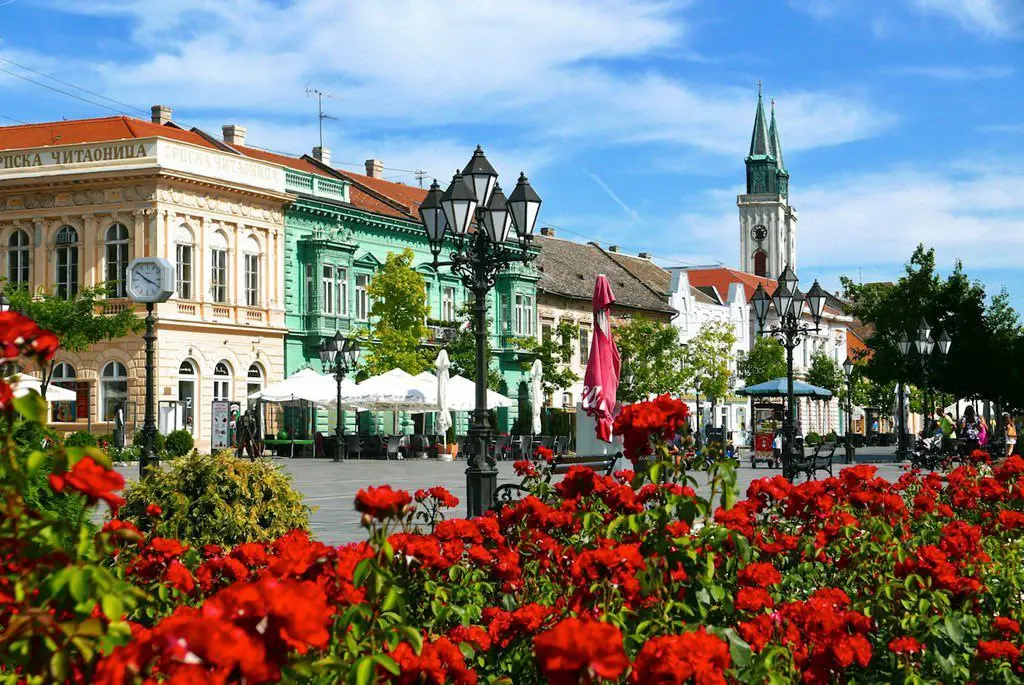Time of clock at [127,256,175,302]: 3:51
